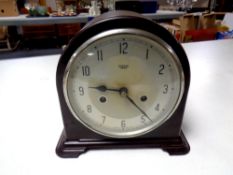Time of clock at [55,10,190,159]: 9:23
